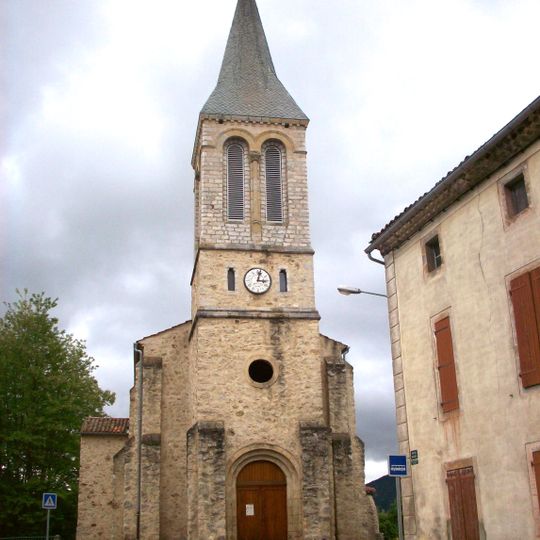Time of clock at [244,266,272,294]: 3:02
